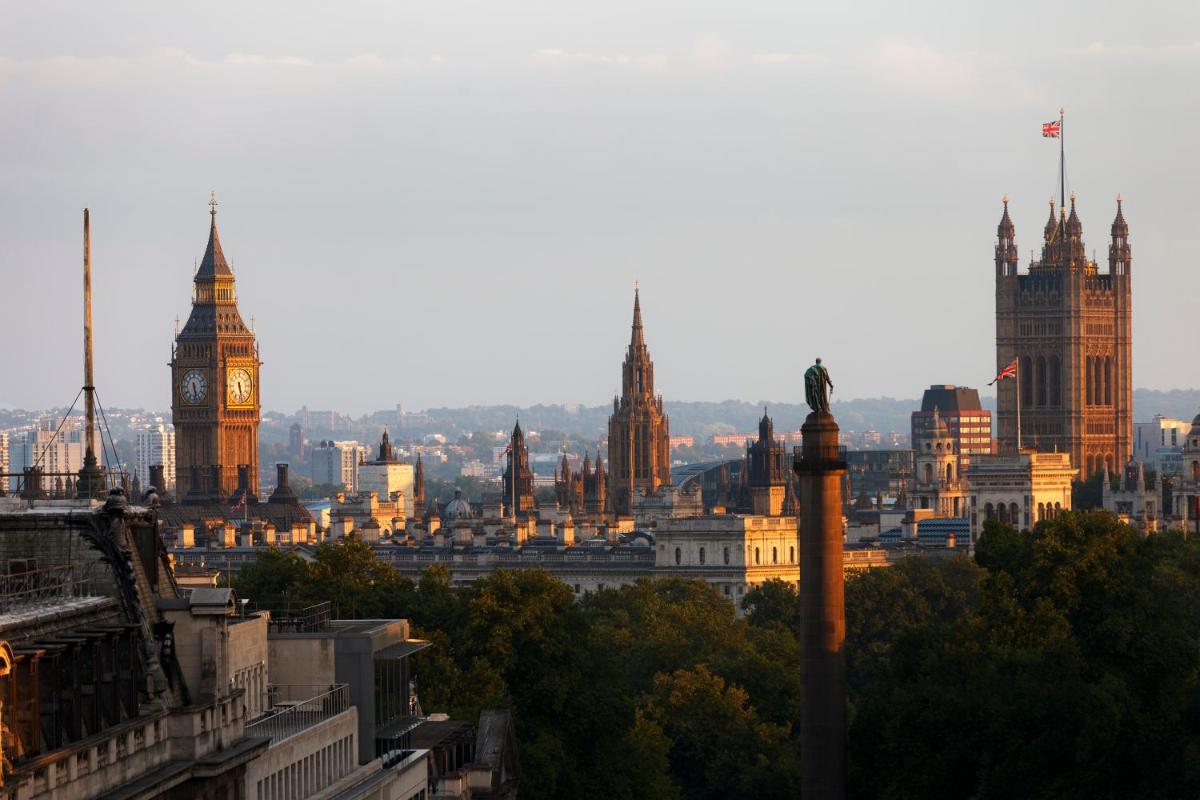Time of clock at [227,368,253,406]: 5:27
